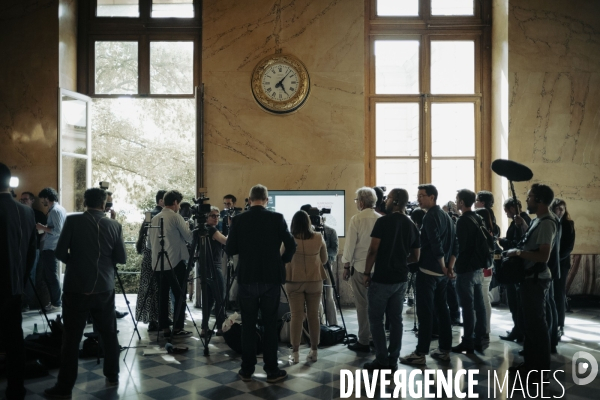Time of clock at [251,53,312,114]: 5:06
